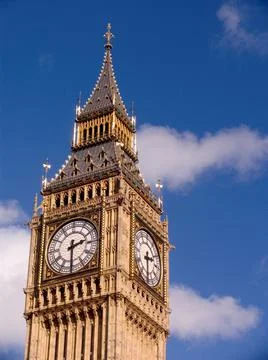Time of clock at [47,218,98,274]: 2:30
